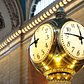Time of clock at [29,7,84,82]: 11:46
